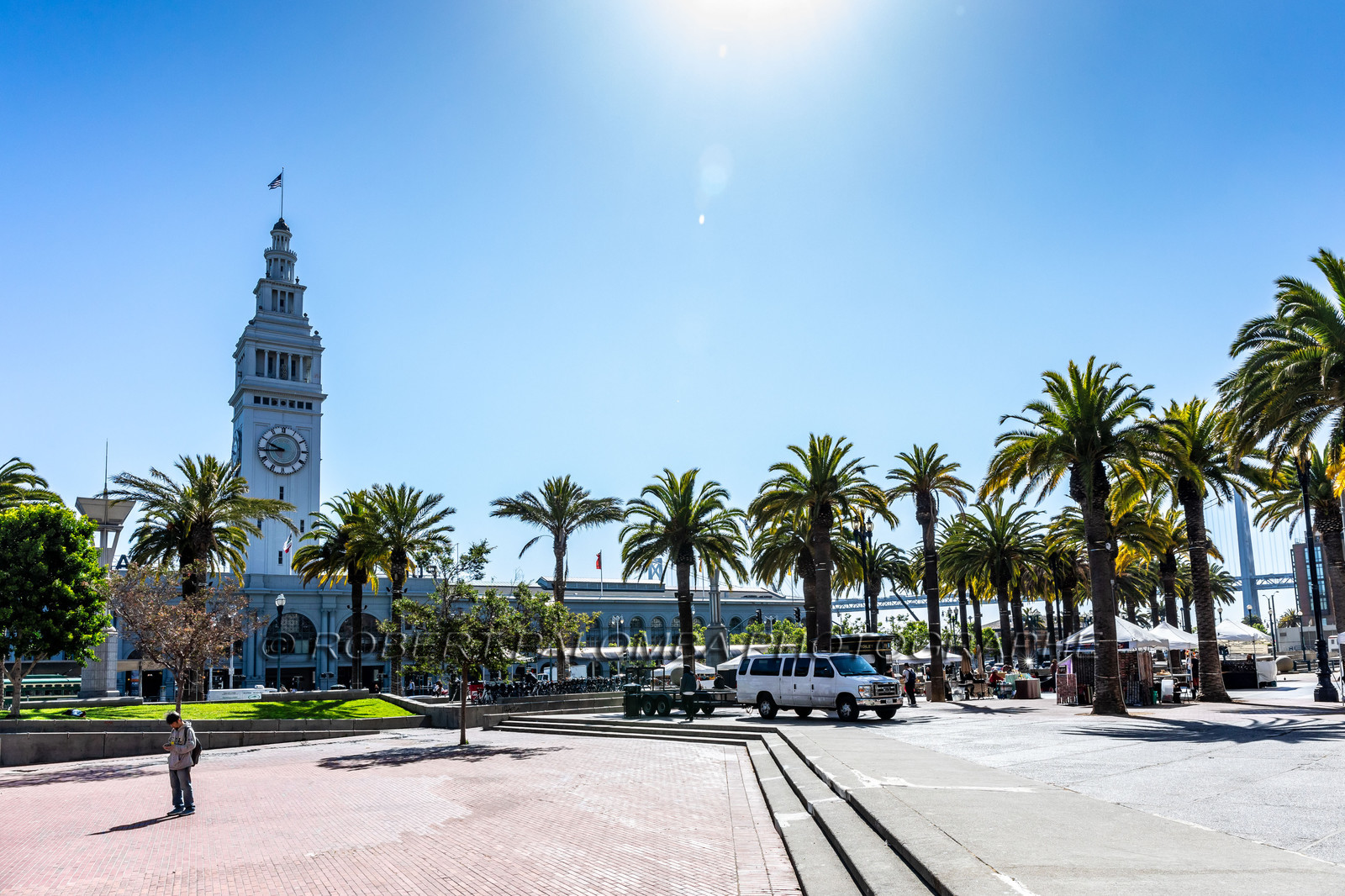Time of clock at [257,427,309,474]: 9:44
